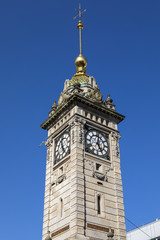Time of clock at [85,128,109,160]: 5:01
